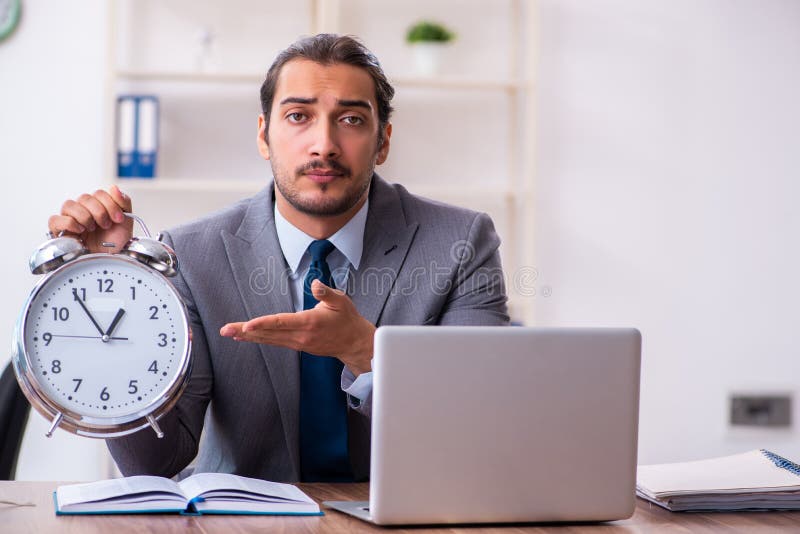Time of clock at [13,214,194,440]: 12:54
